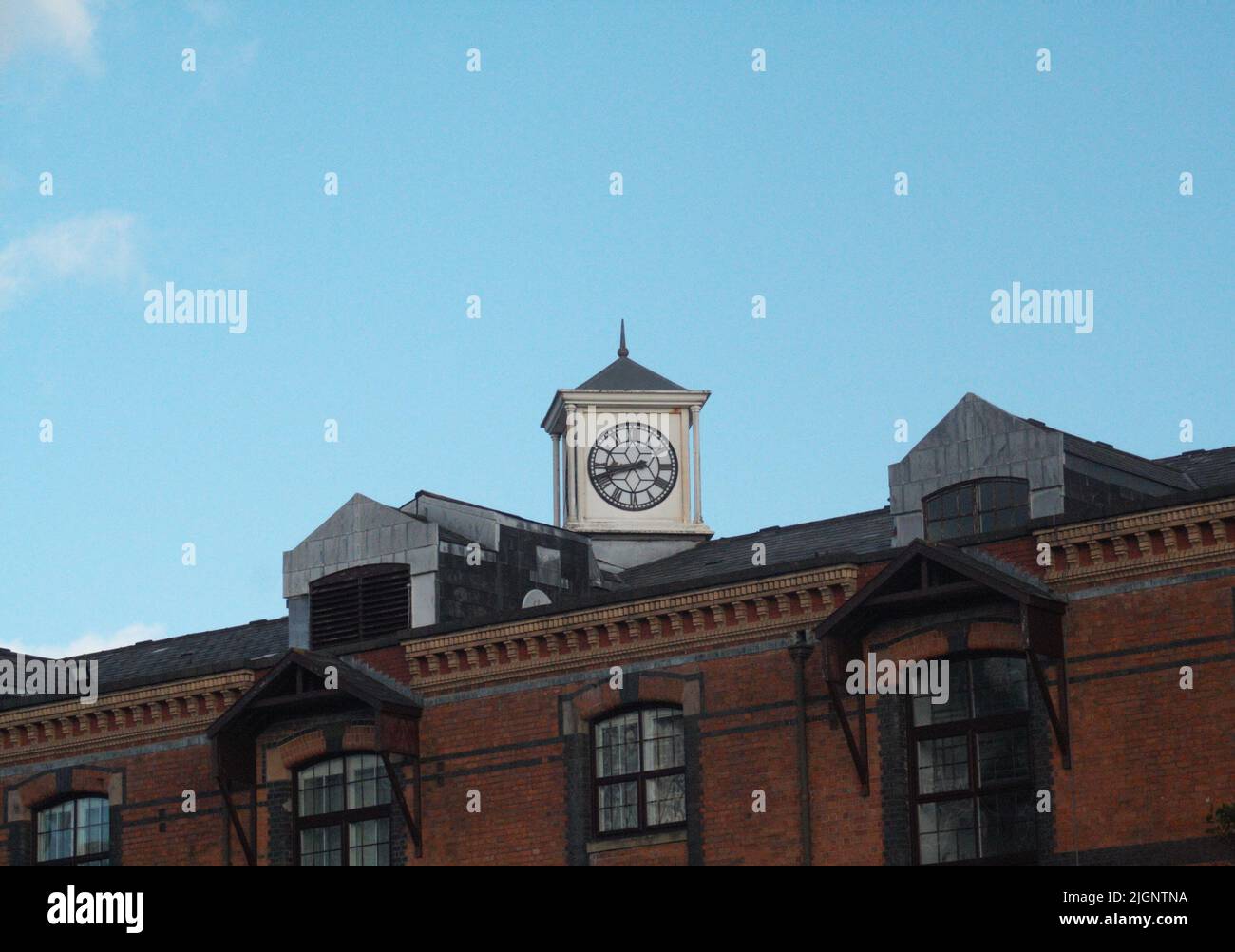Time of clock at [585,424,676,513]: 8:42
